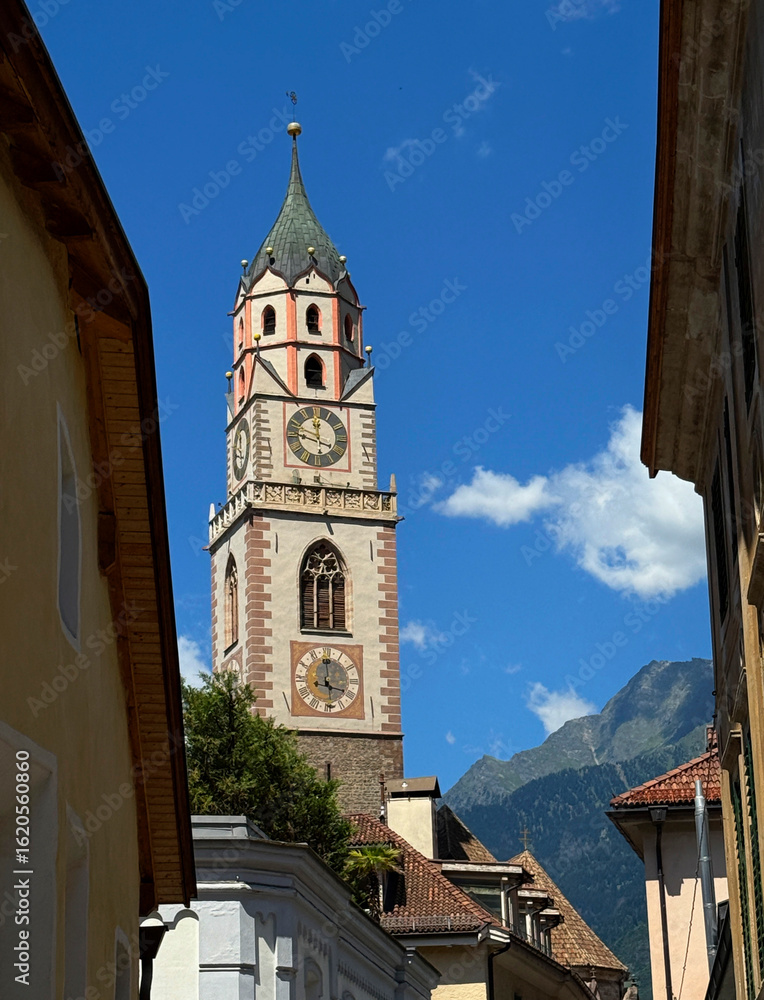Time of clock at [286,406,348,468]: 11:48
